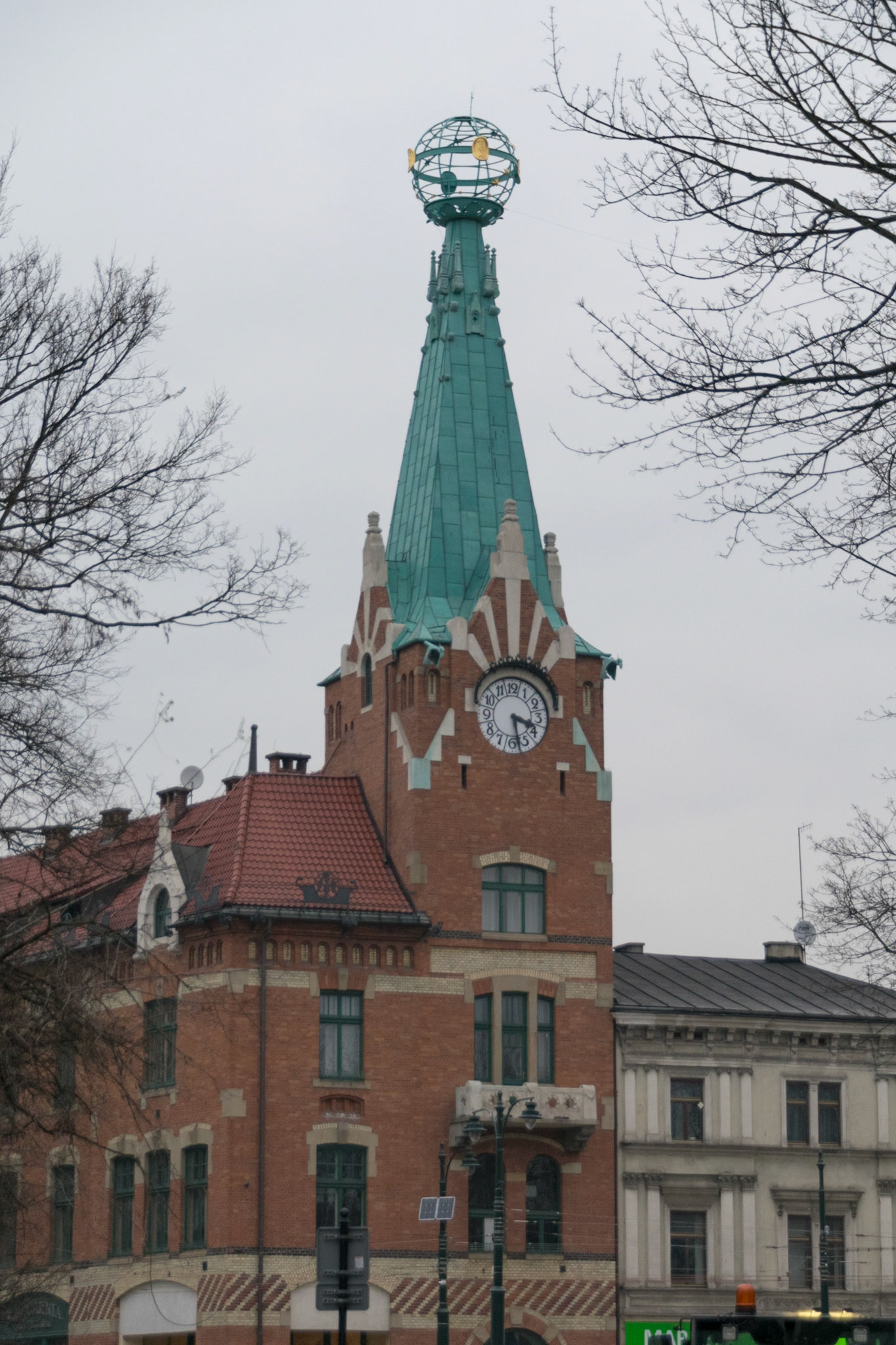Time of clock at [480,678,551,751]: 3:28
